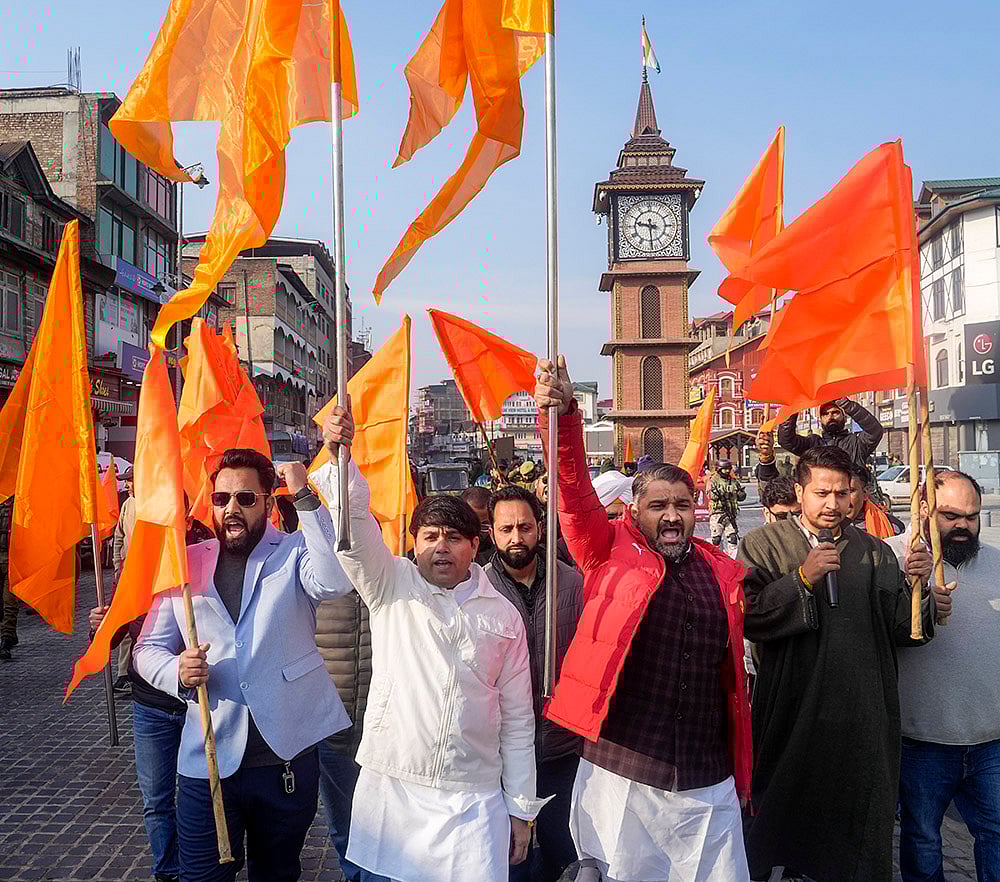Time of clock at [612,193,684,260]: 9:30
